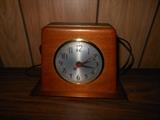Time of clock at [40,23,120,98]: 2:18
